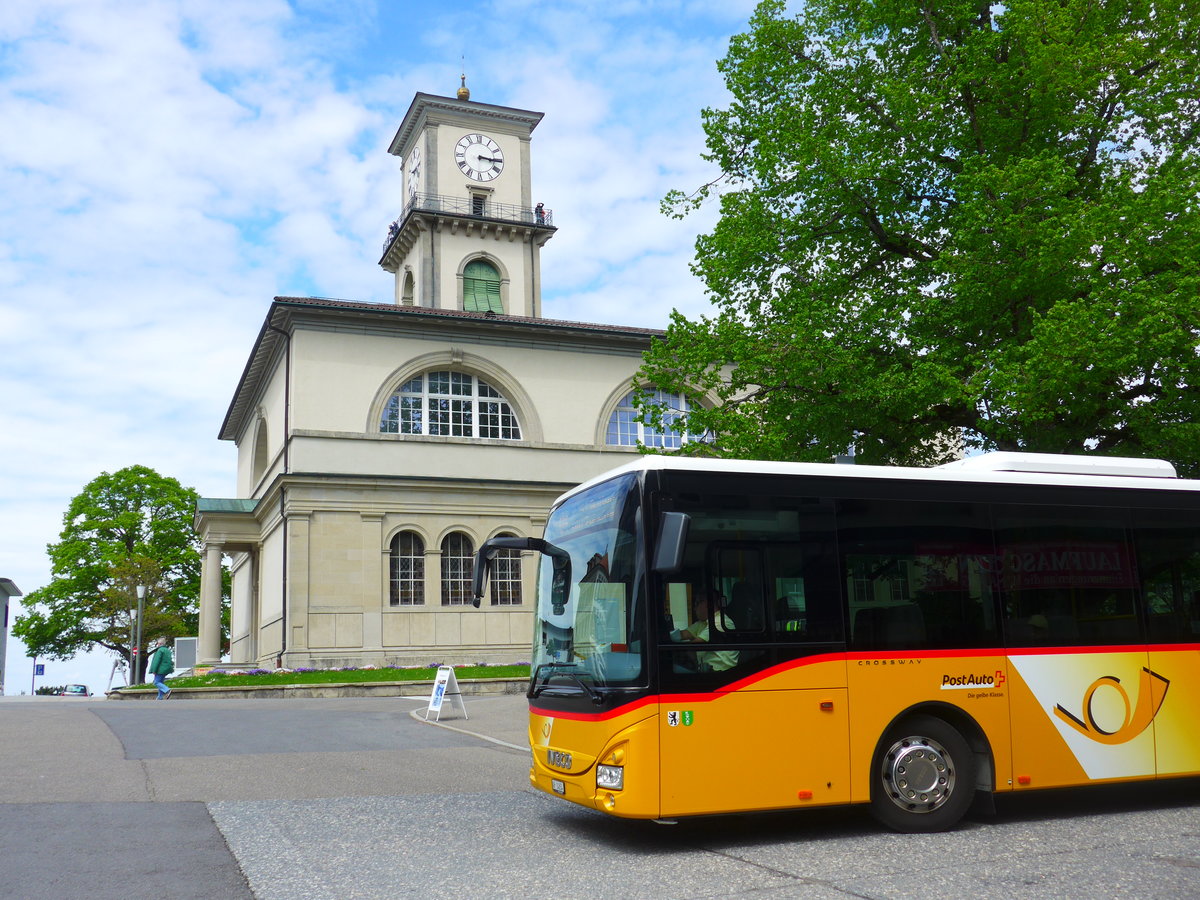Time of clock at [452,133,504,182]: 3:15
